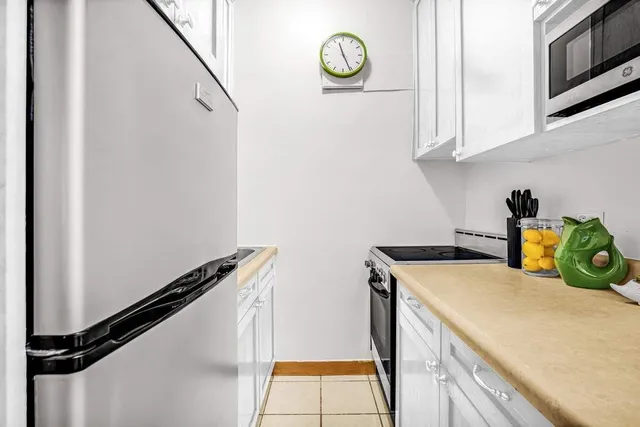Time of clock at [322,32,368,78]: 11:26
